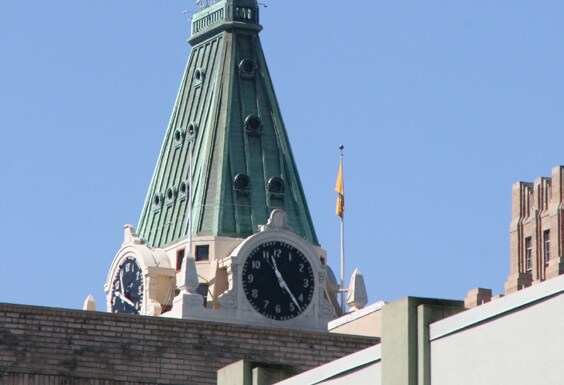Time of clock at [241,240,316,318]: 11:23
